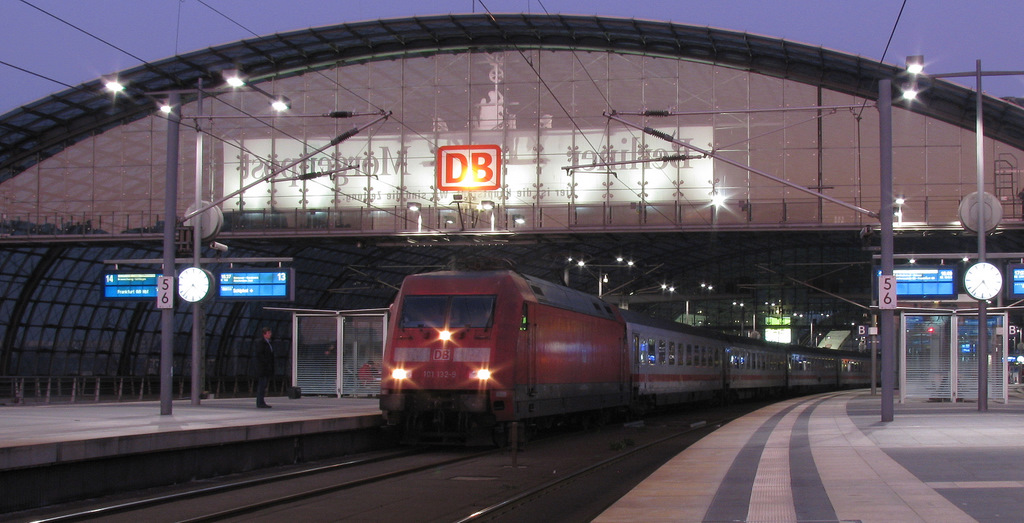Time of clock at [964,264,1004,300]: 4:36
